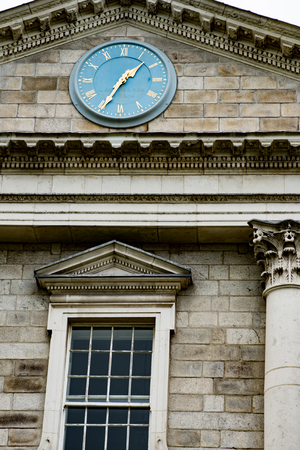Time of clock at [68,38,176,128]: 1:34
